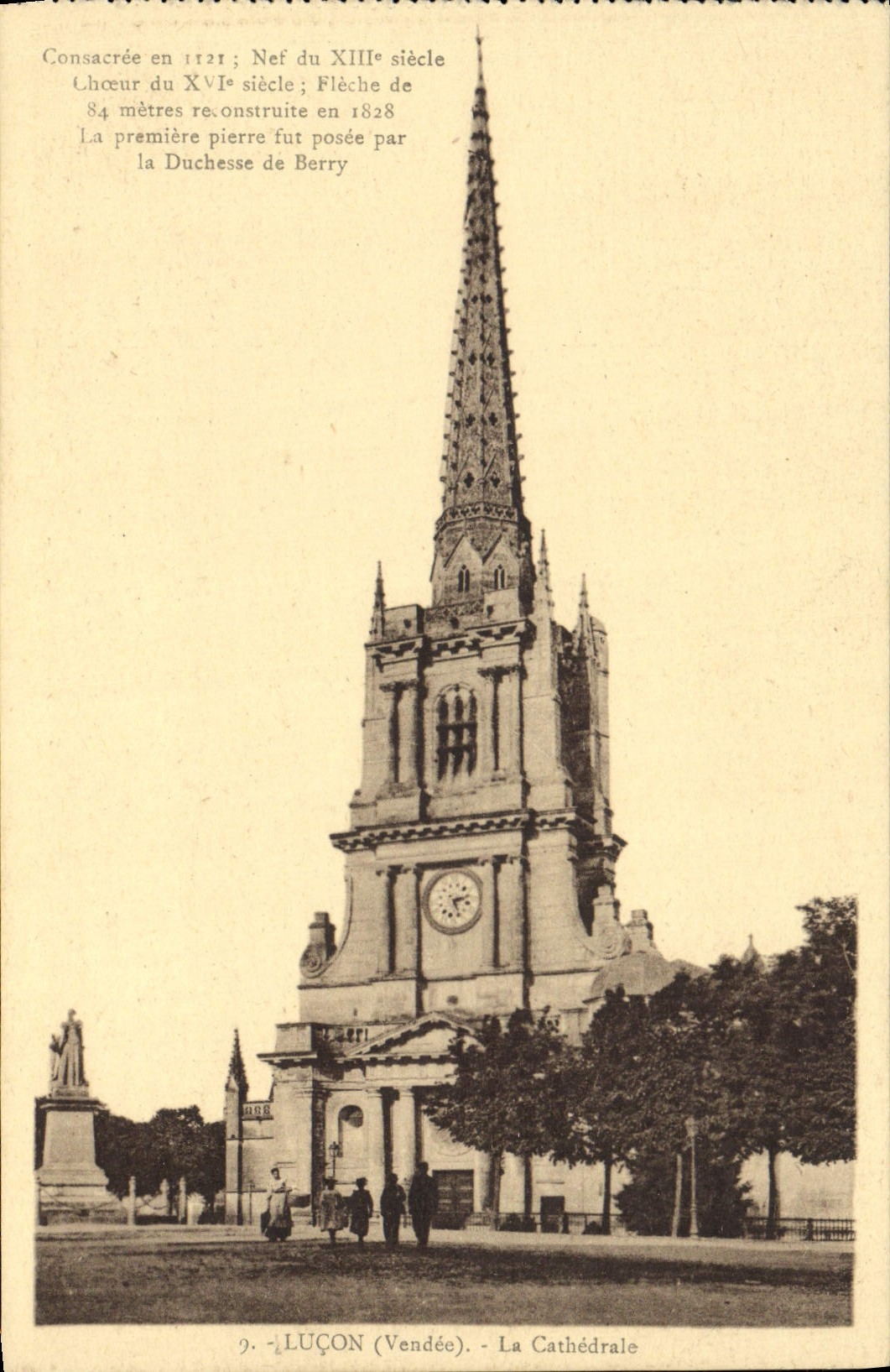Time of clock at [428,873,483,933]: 2:25
